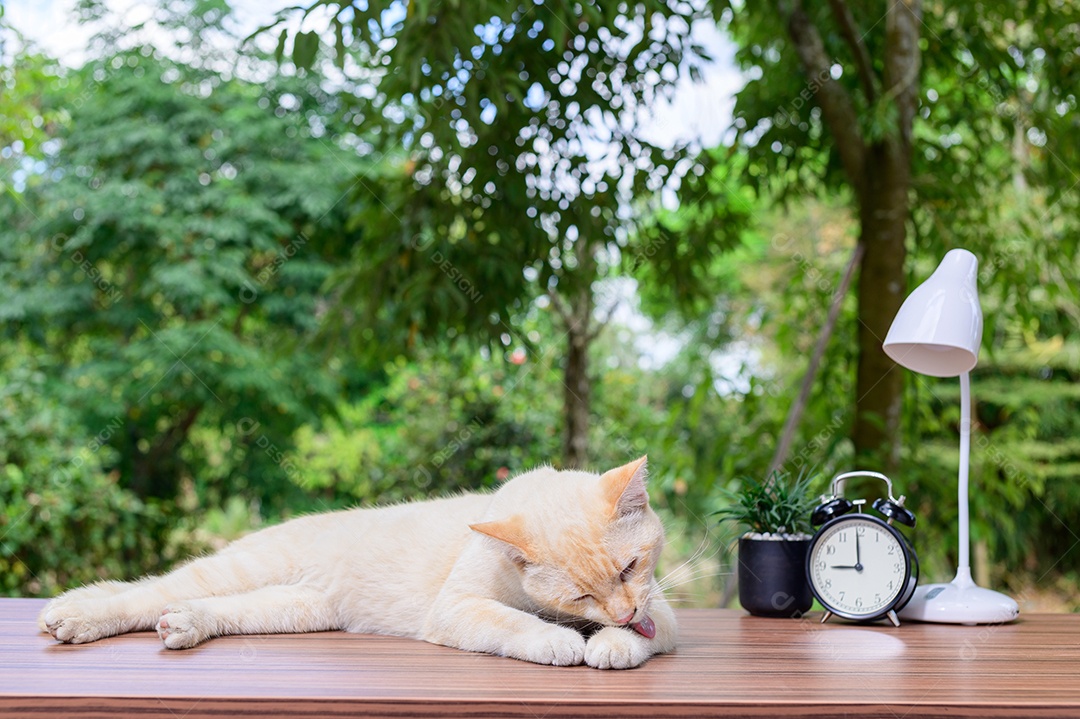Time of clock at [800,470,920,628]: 8:59
